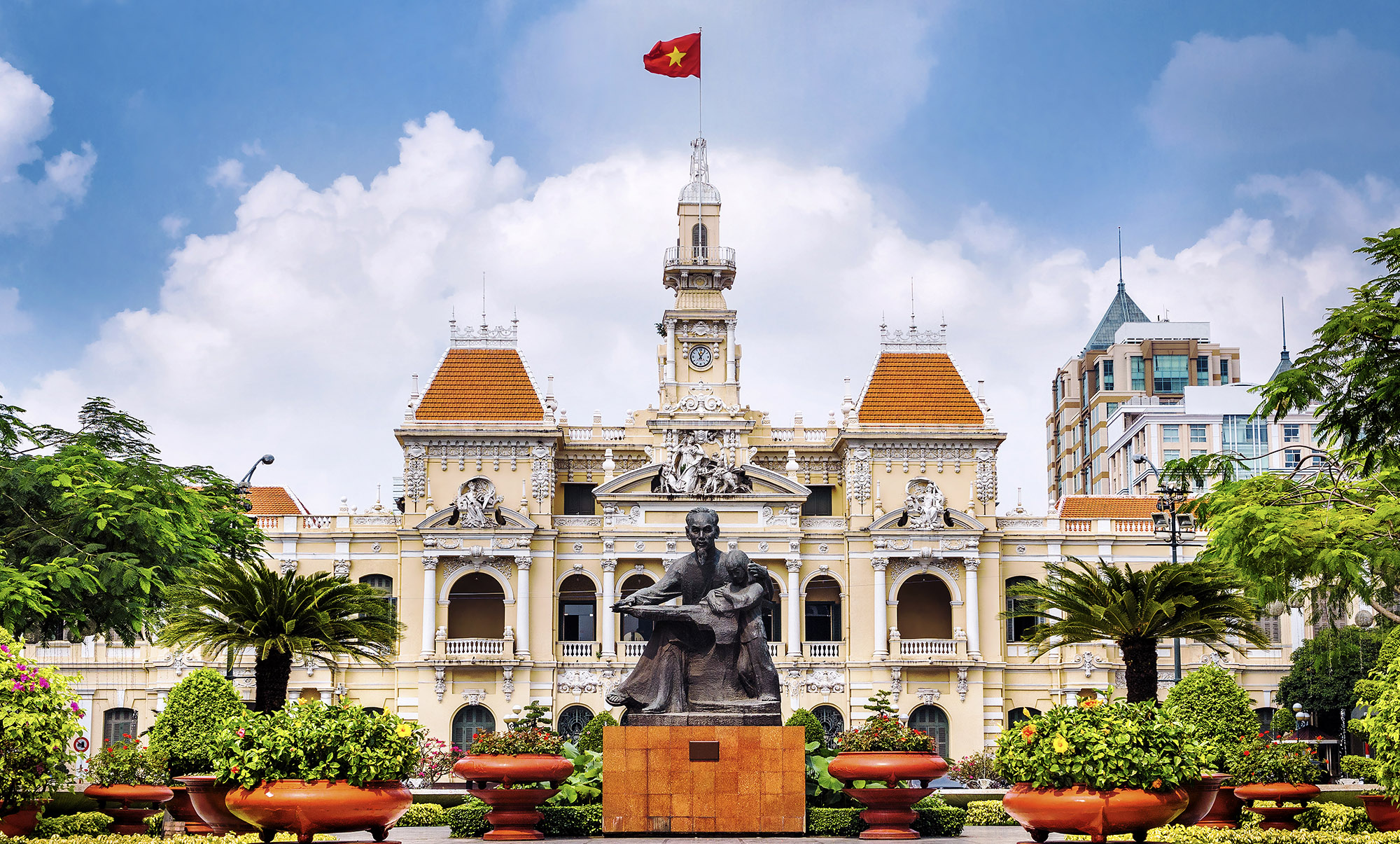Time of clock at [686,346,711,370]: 11:06
